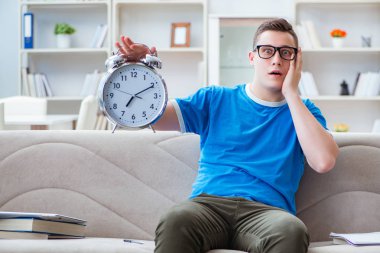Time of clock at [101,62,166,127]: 7:10
